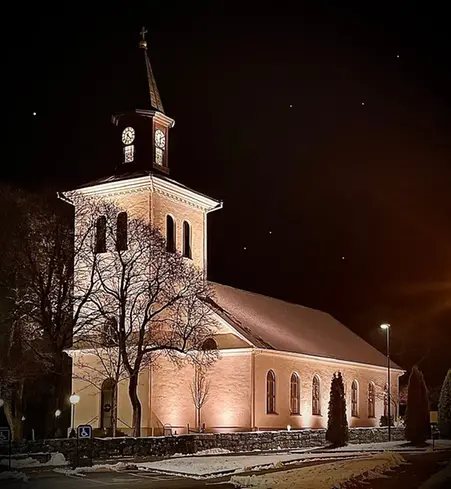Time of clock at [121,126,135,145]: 4:35
